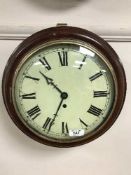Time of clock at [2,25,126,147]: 10:34
